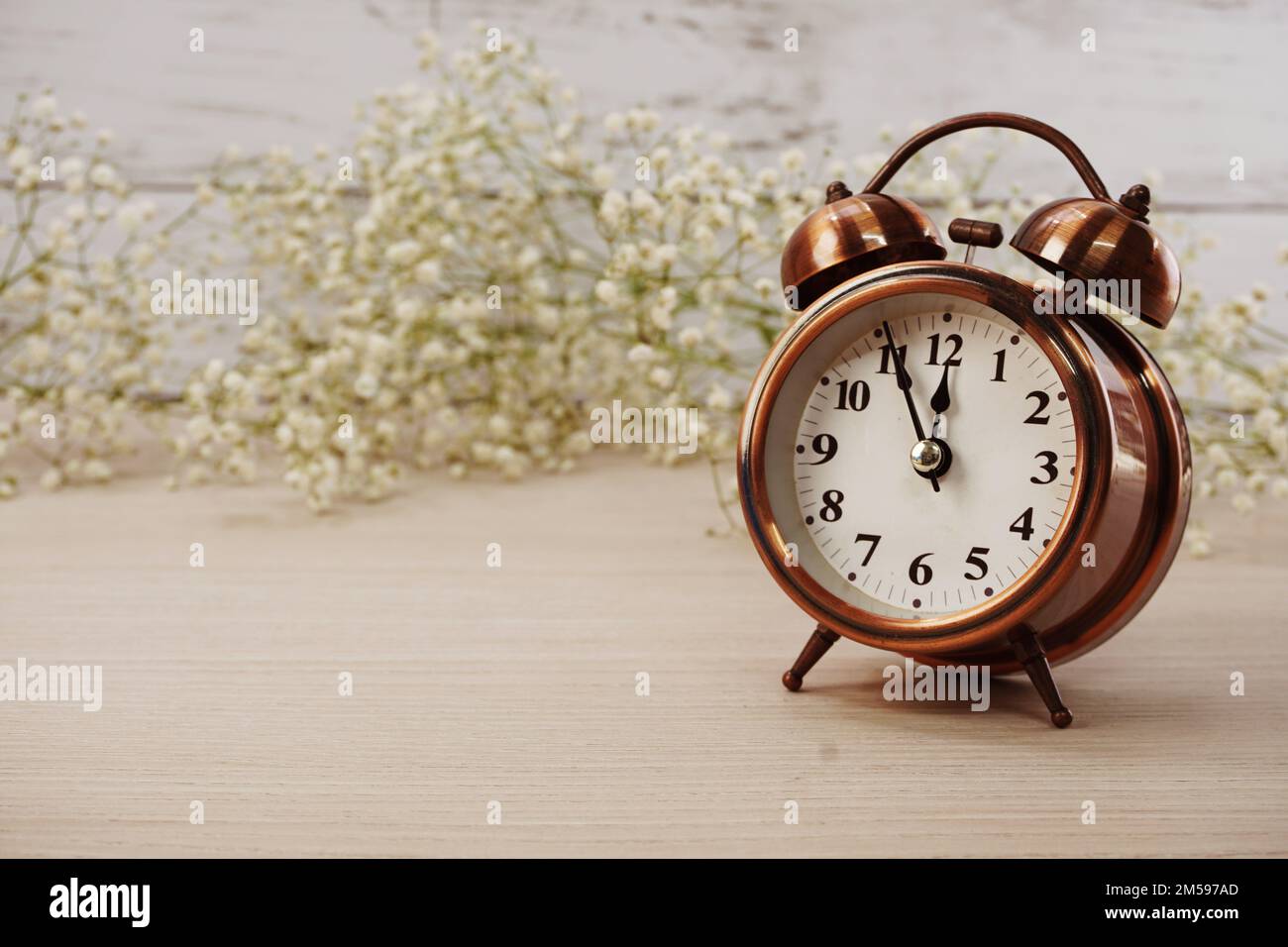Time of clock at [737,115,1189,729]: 11:55
